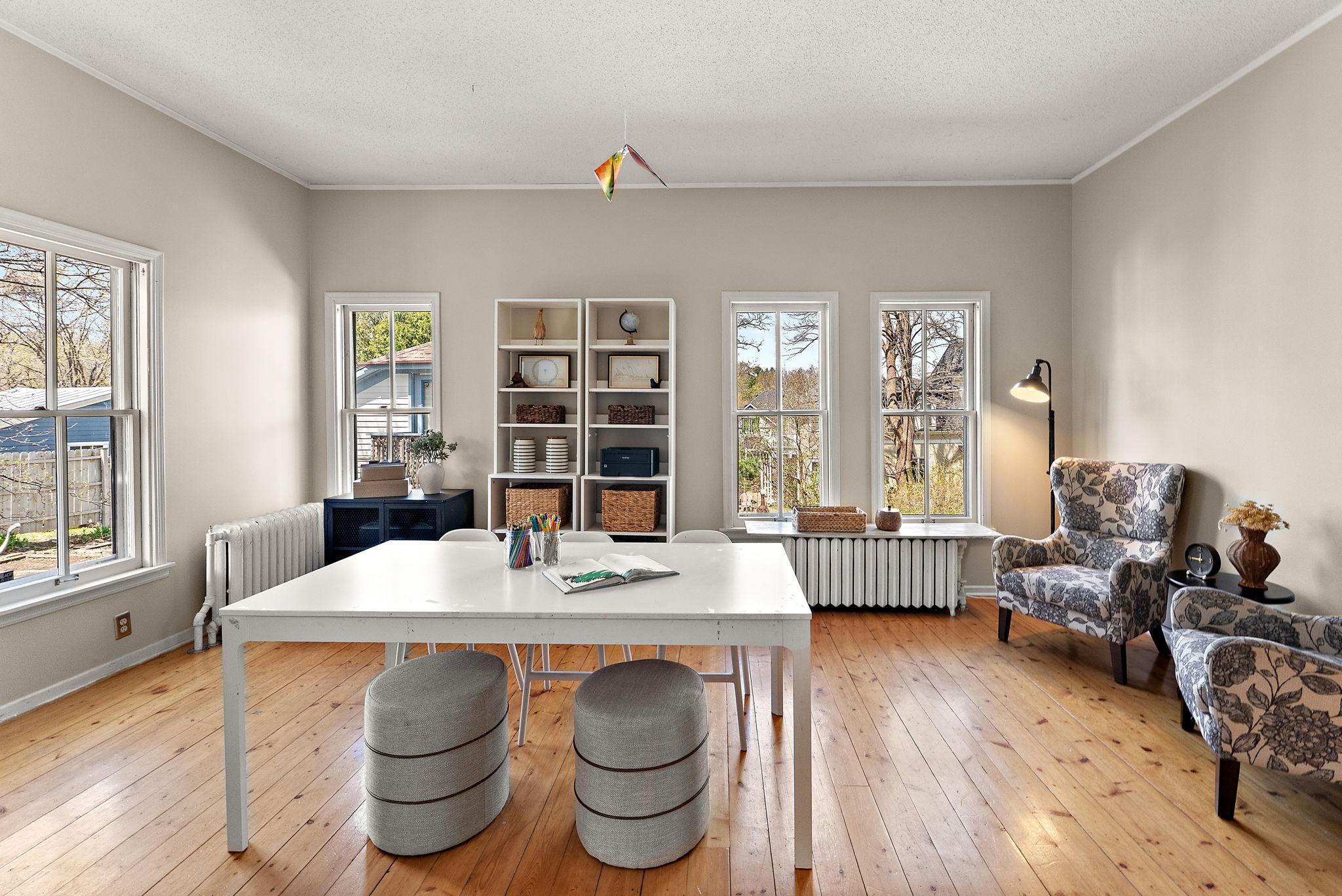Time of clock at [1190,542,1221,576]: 11:46
